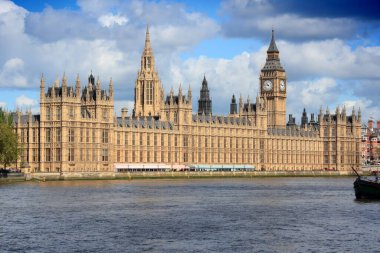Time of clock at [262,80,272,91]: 10:46
